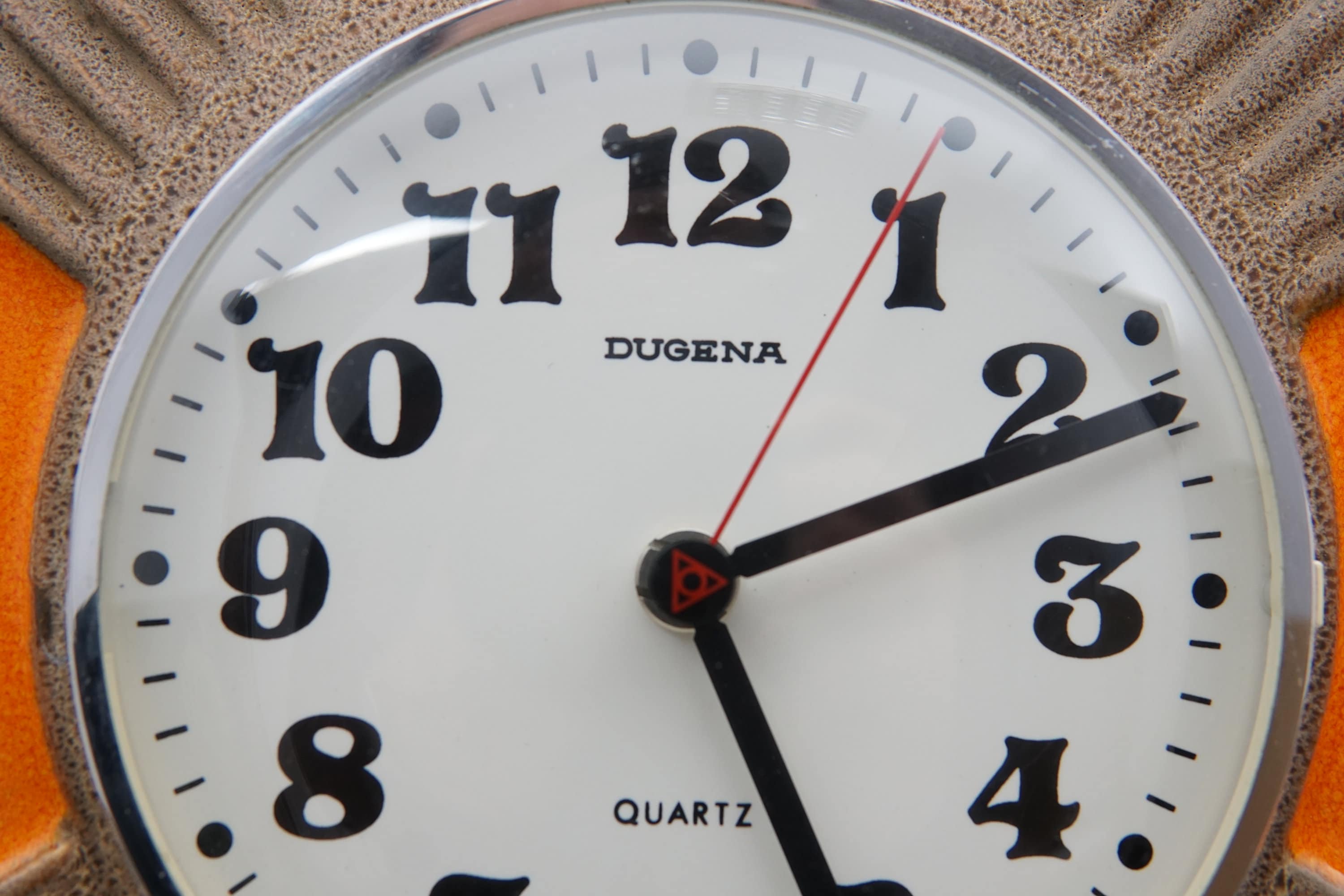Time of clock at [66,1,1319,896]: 5:11
